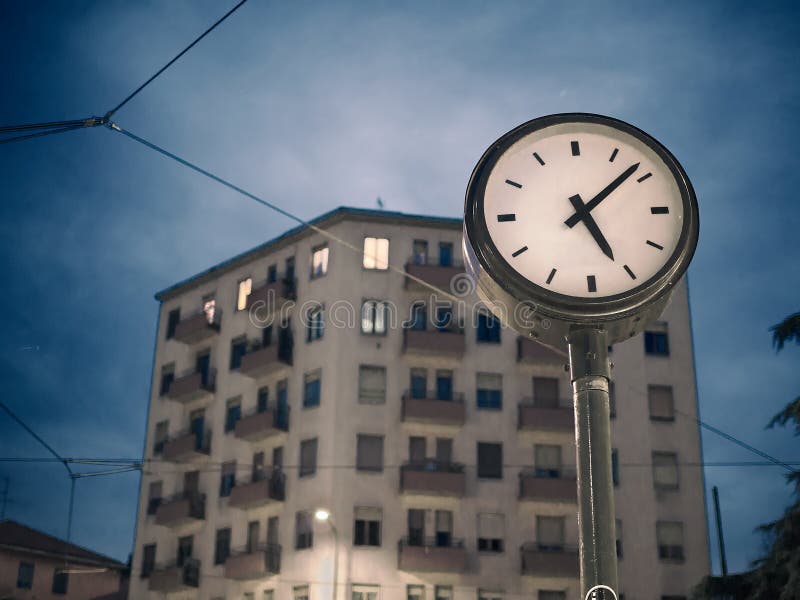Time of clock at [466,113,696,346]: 5:08
